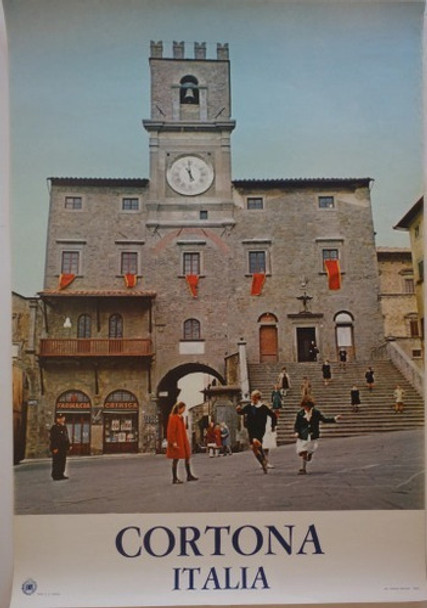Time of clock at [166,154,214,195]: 4:59
